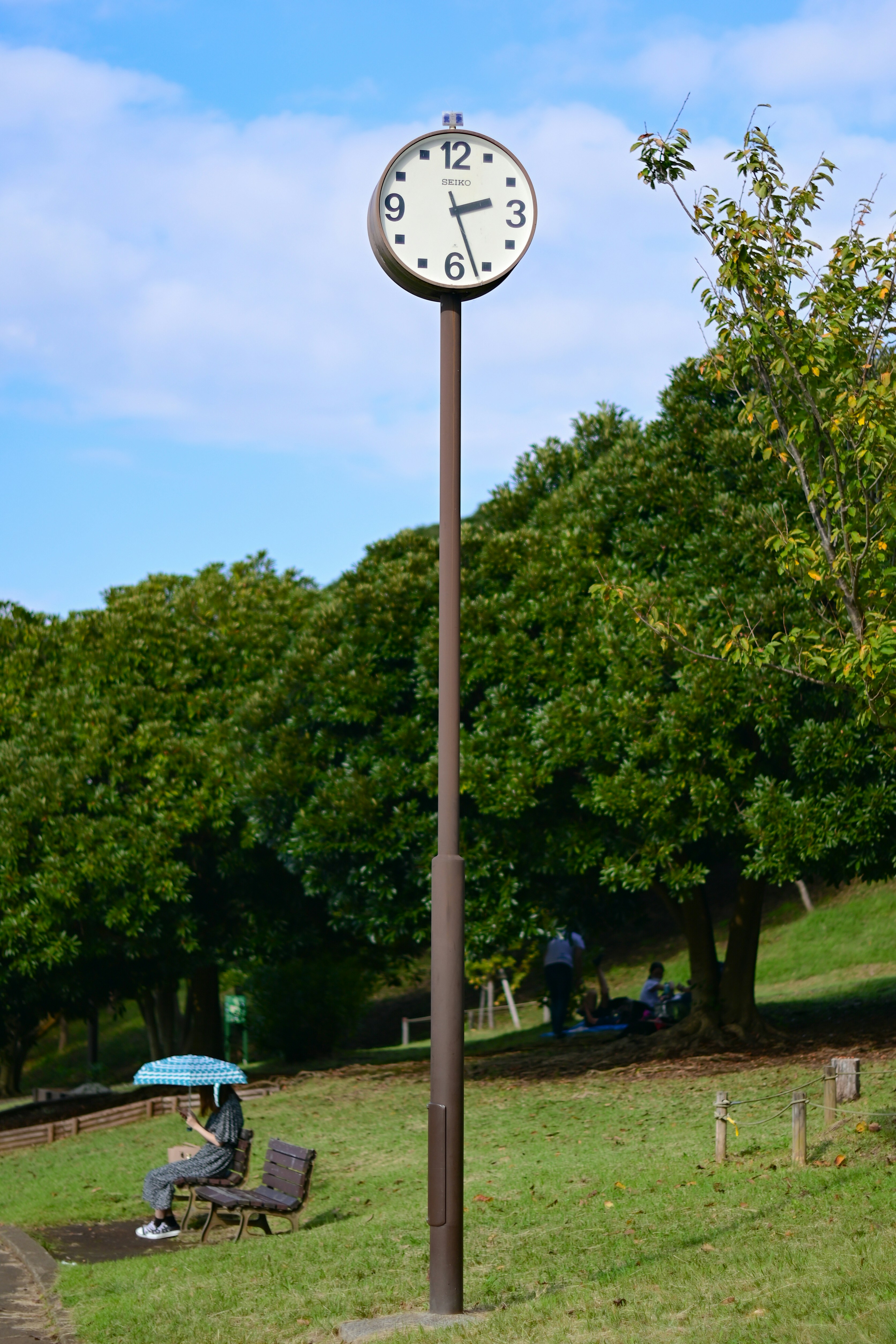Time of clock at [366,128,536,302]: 2:26
